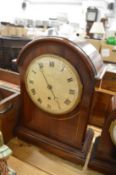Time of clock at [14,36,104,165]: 4:54
